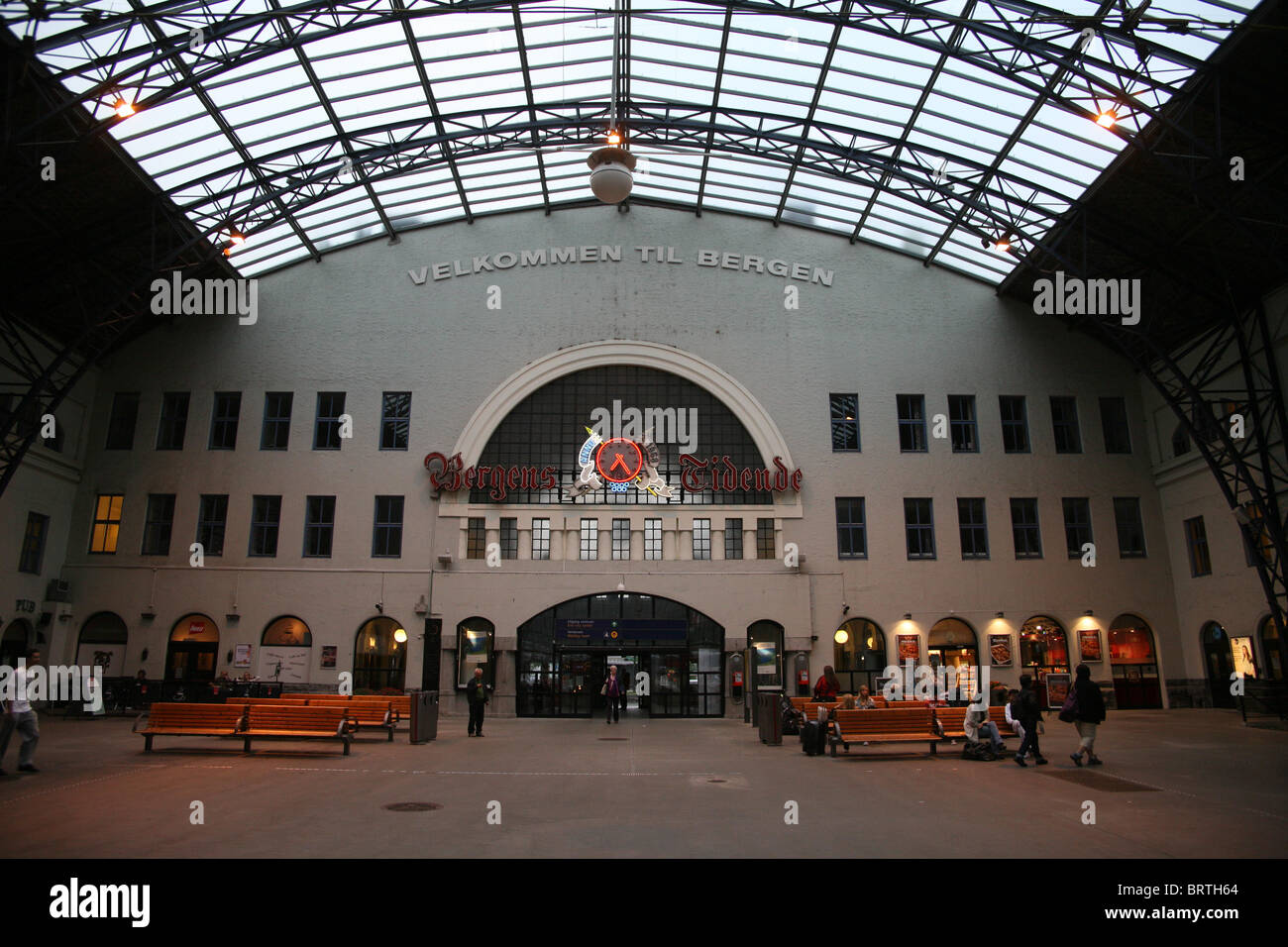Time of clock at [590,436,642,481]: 7:25
